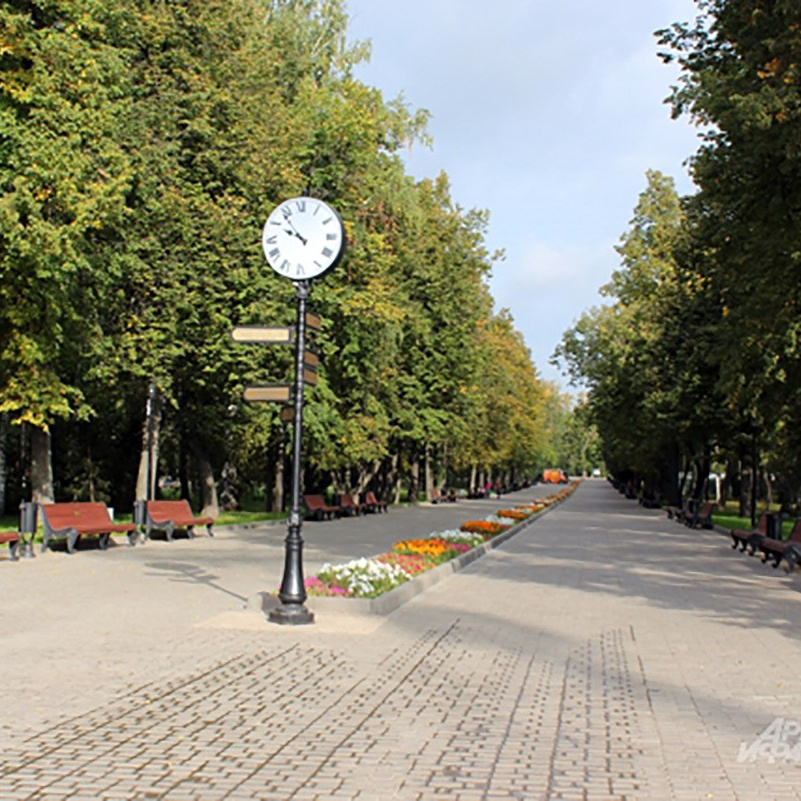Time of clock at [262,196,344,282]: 9:53
